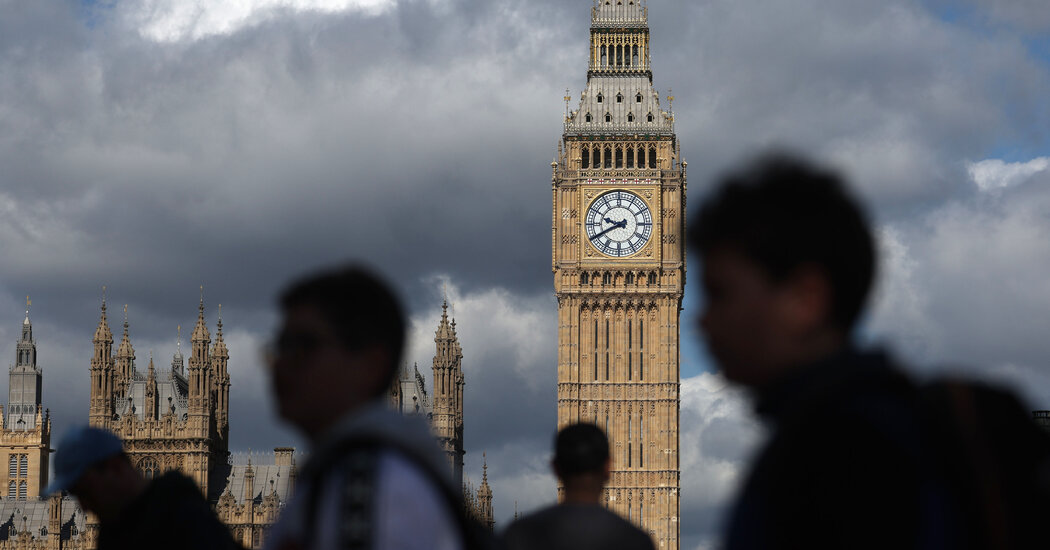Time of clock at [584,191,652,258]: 9:40
